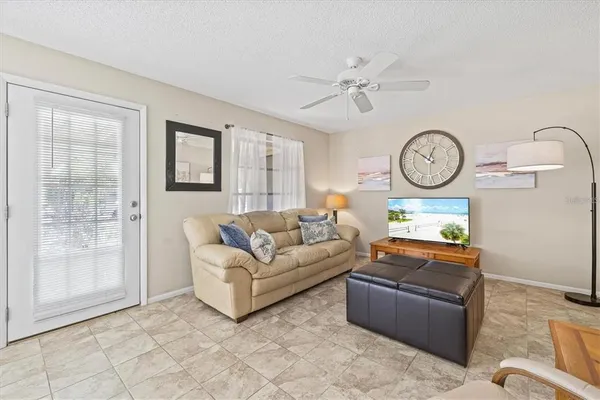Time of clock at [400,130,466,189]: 12:51
